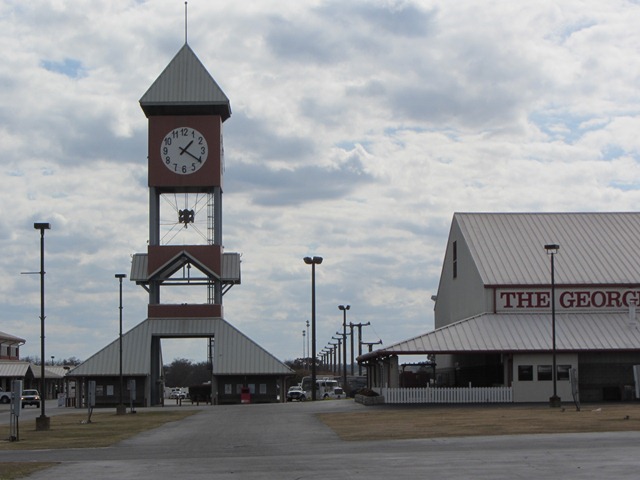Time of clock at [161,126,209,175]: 1:20
